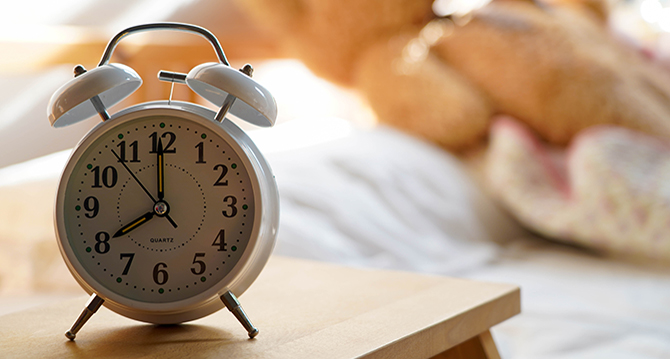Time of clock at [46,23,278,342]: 7:59
